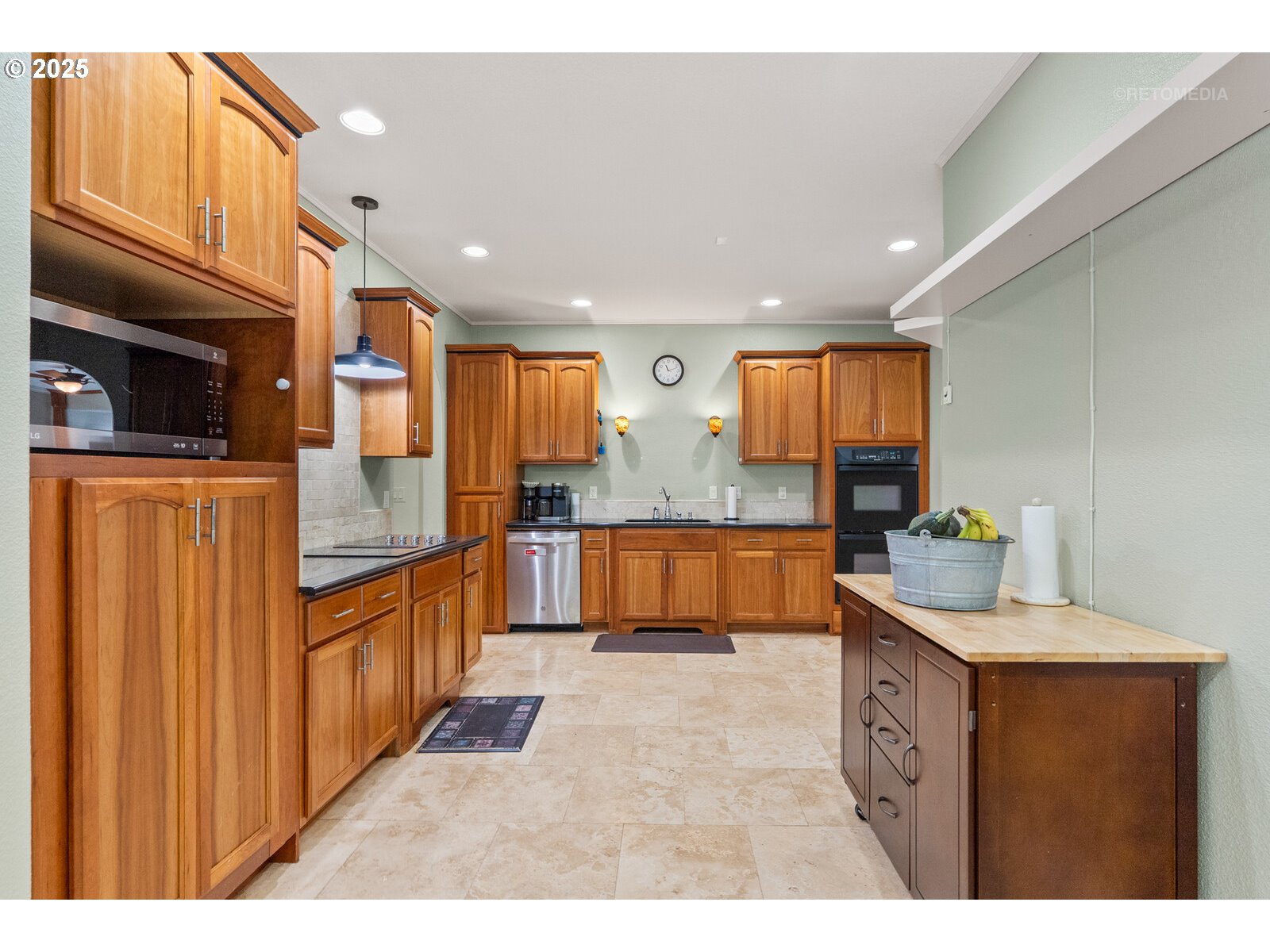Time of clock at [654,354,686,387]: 11:12
